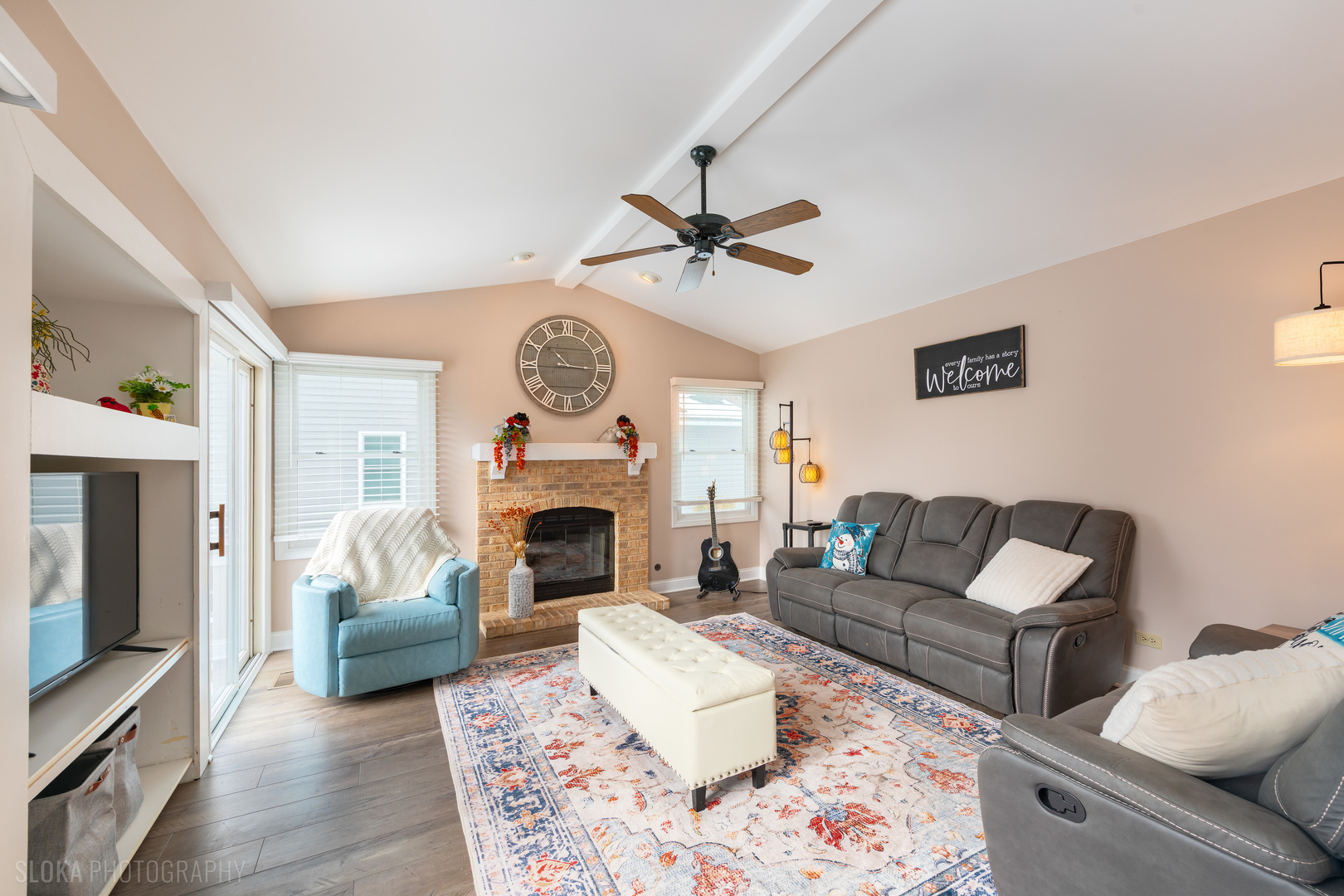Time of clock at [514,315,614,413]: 10:15
